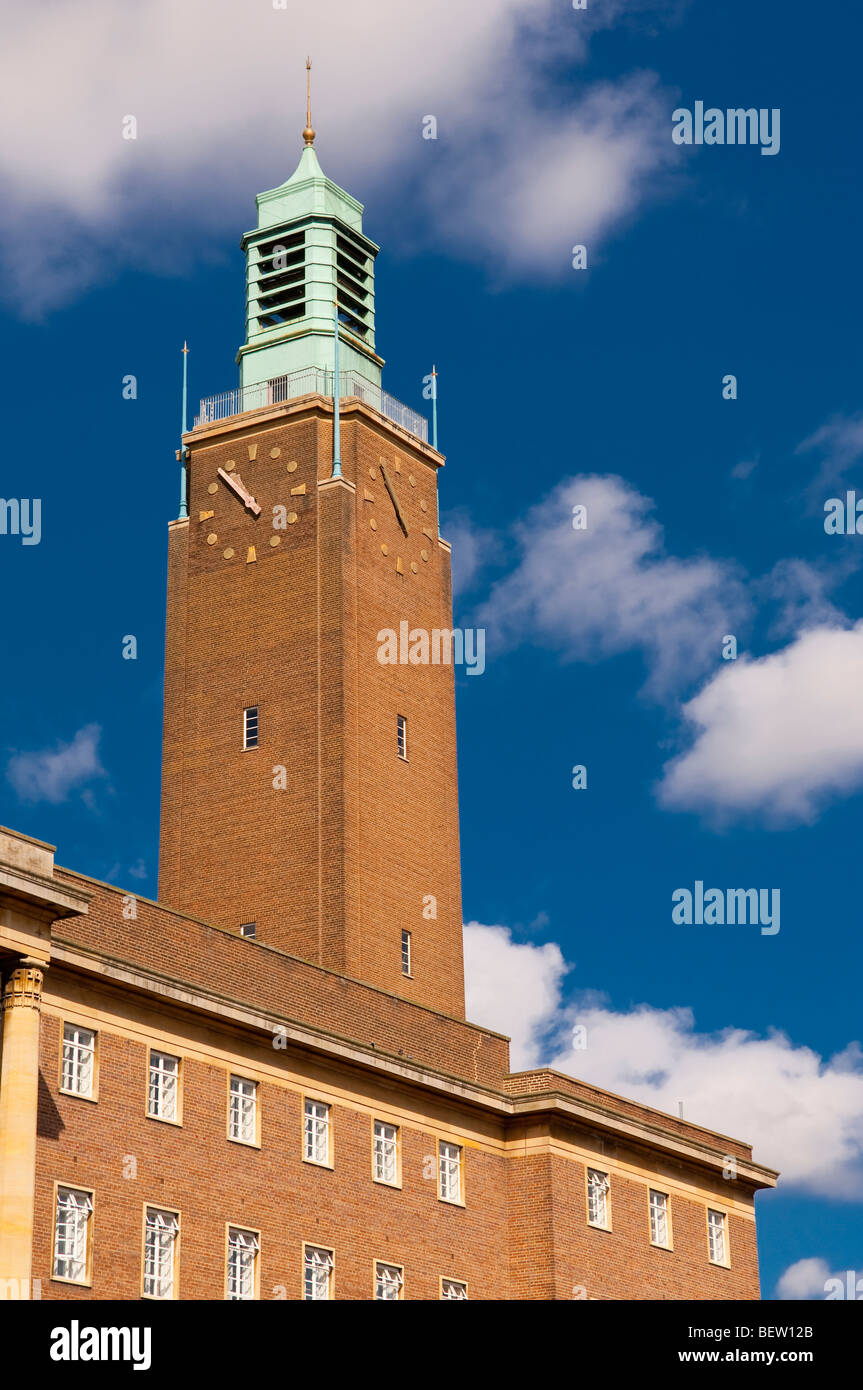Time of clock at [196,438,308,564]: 10:53
